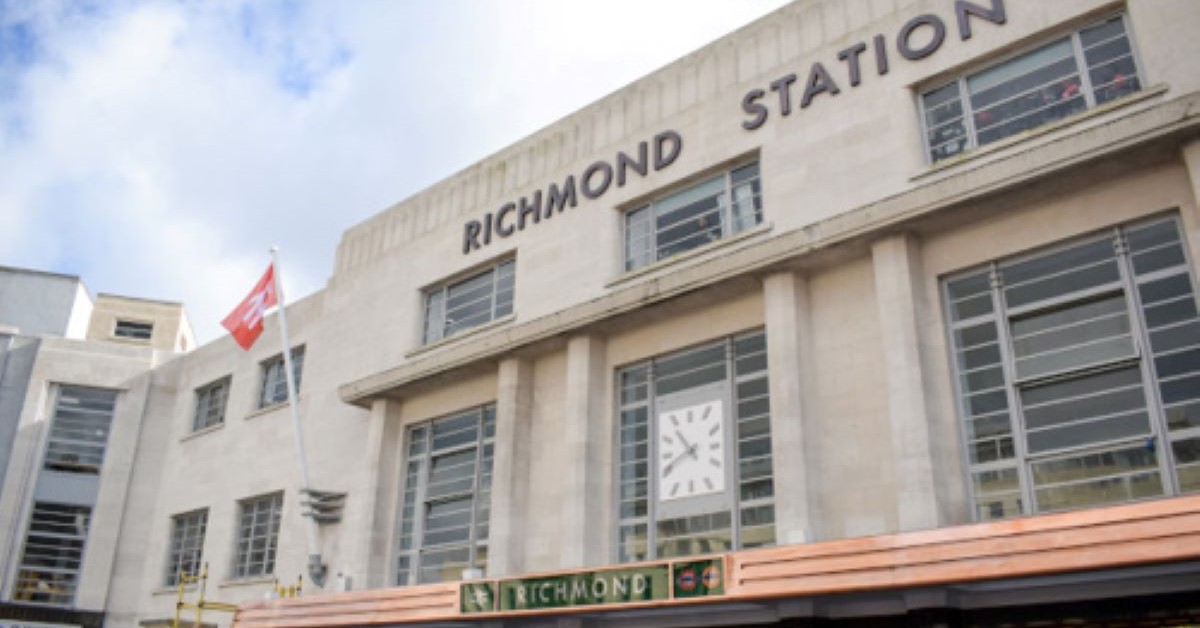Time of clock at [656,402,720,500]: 10:41
